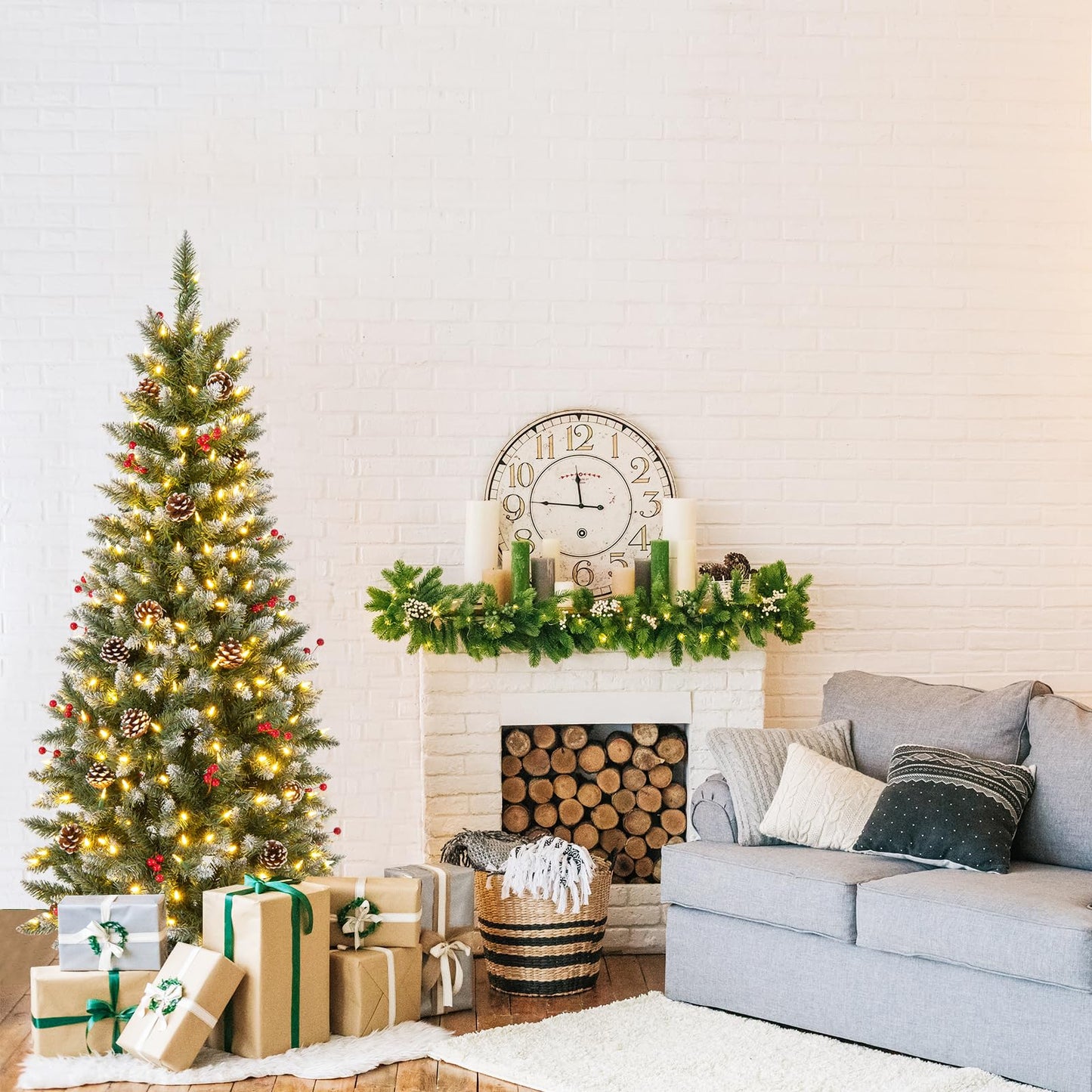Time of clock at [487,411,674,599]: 11:46
